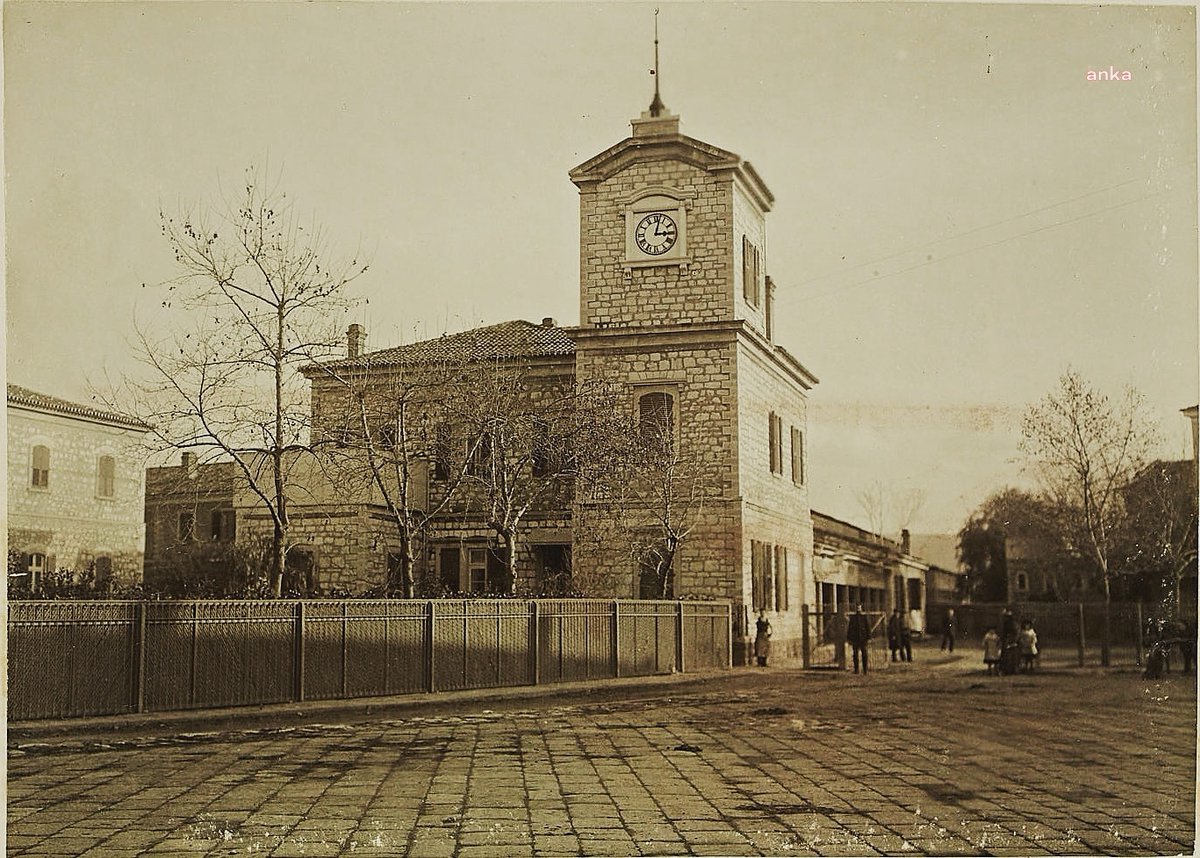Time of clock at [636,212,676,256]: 3:02
